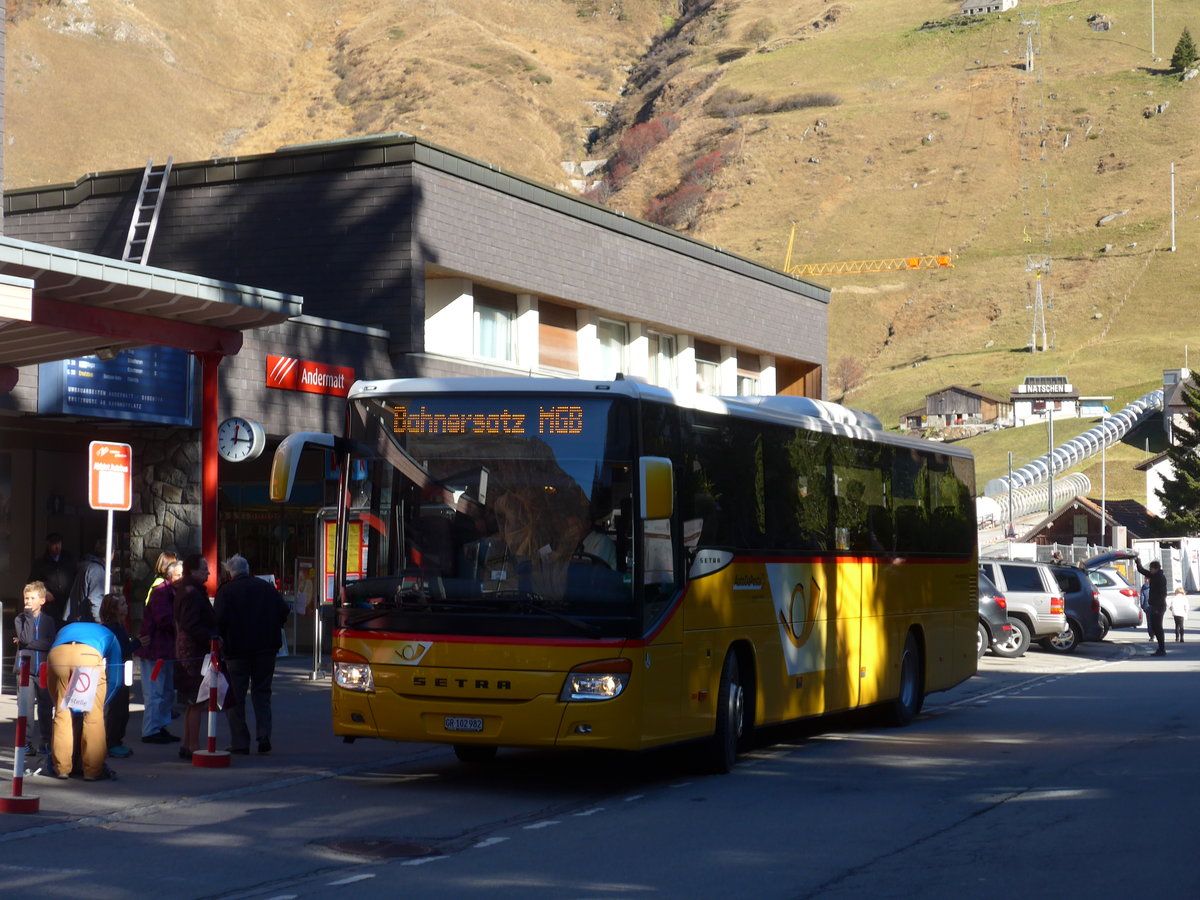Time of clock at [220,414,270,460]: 12:16
